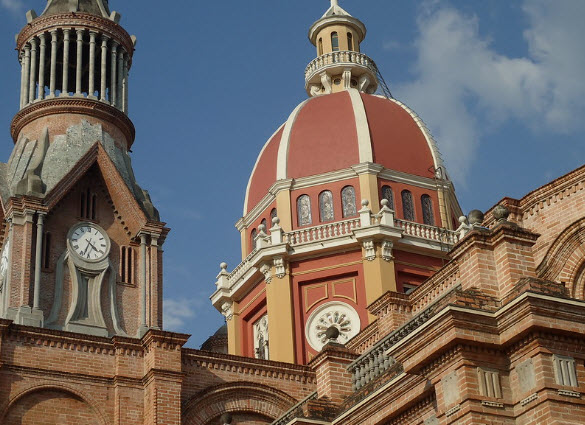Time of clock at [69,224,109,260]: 4:33
